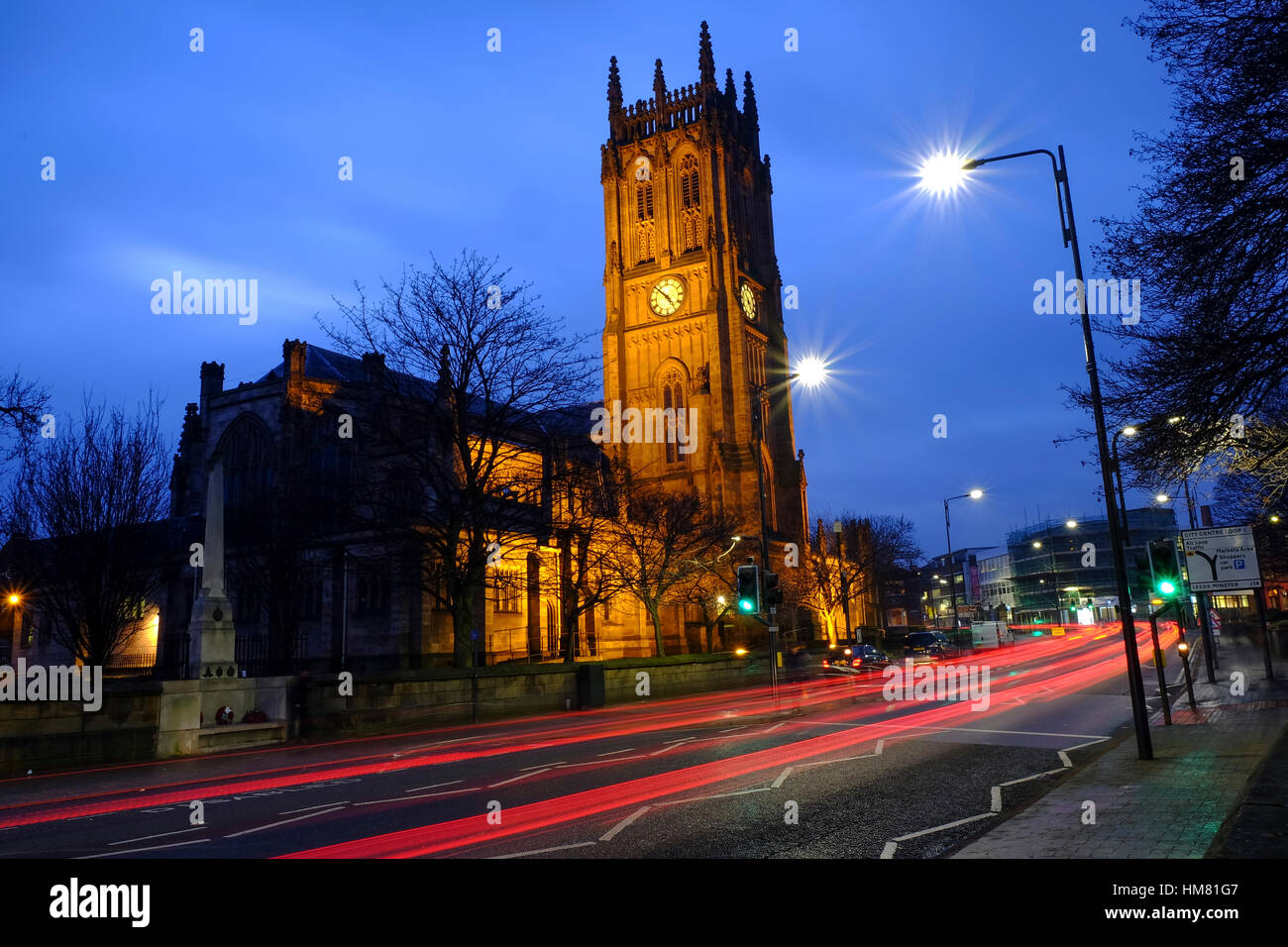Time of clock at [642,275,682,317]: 4:52
